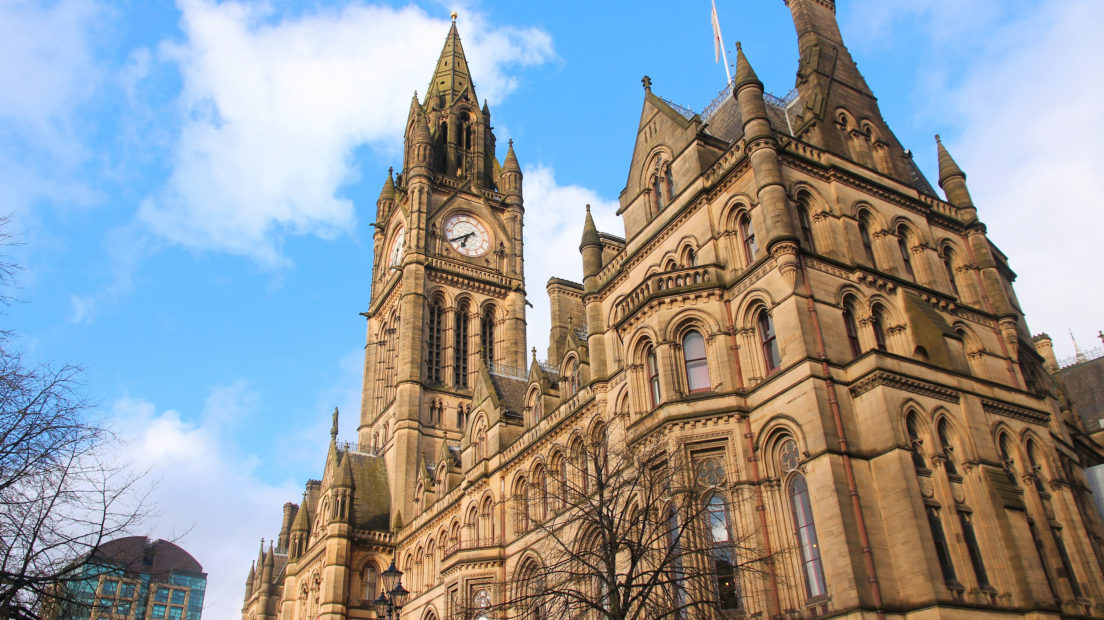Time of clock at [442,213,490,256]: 6:39
